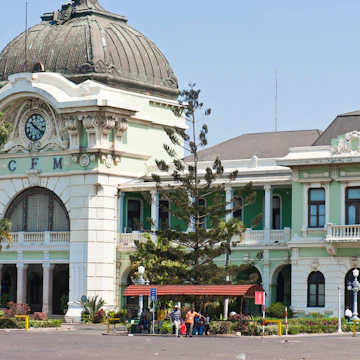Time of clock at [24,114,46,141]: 10:21
